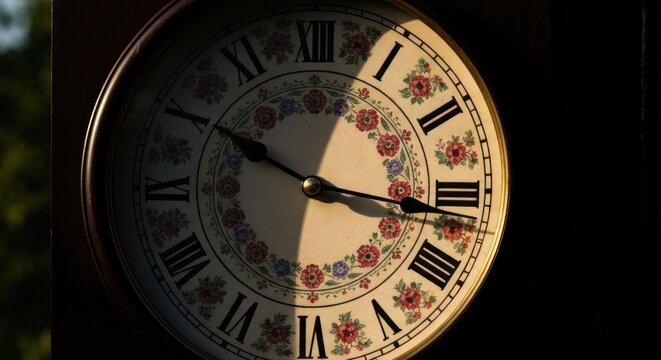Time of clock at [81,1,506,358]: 10:16
